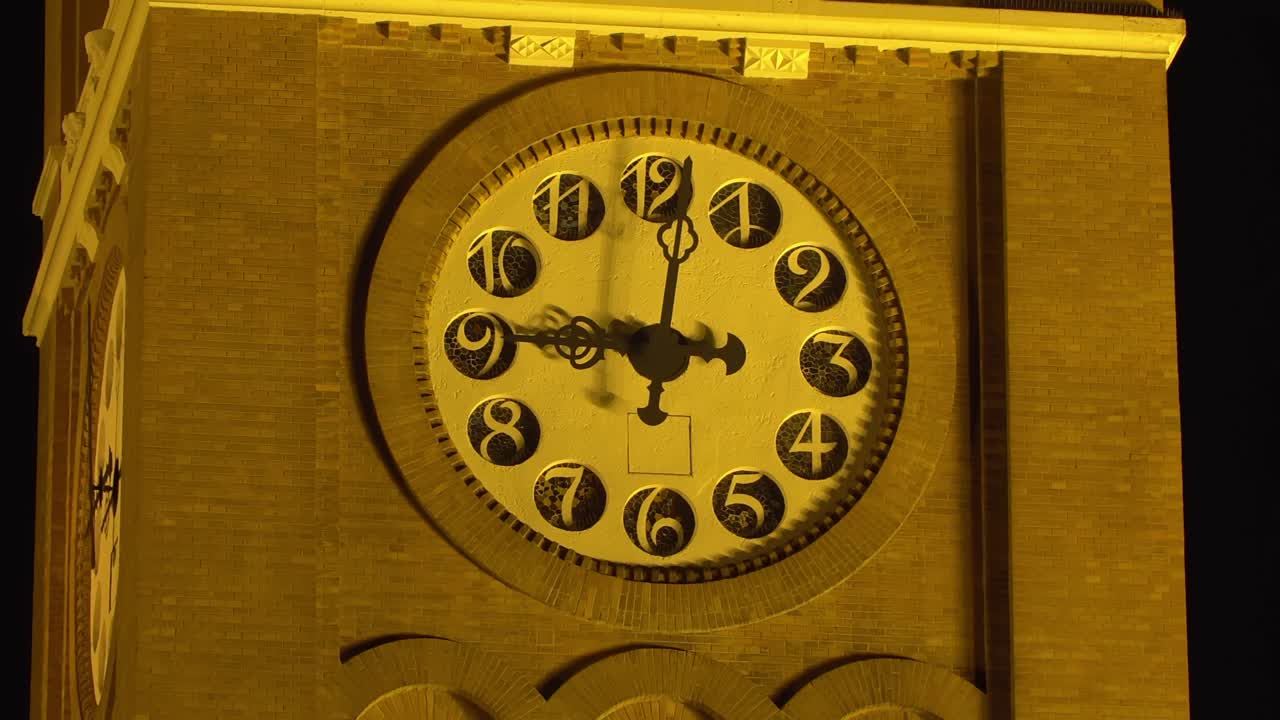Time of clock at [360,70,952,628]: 9:01
